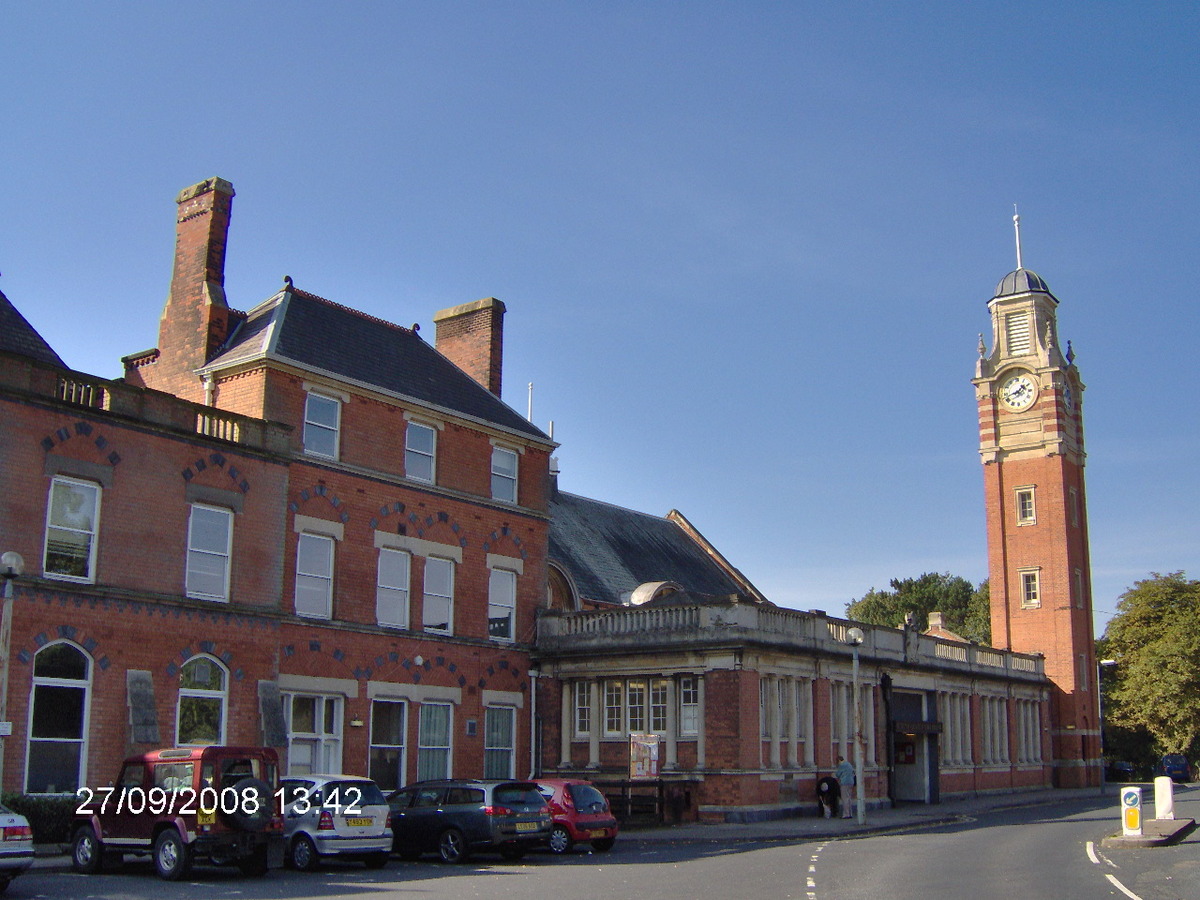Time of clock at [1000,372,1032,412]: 1:42
